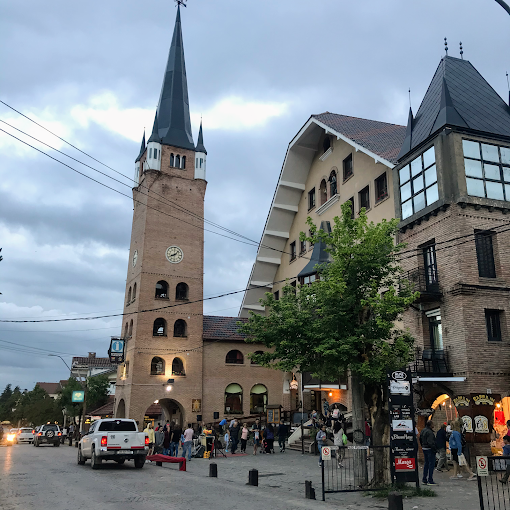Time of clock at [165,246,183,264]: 8:07
